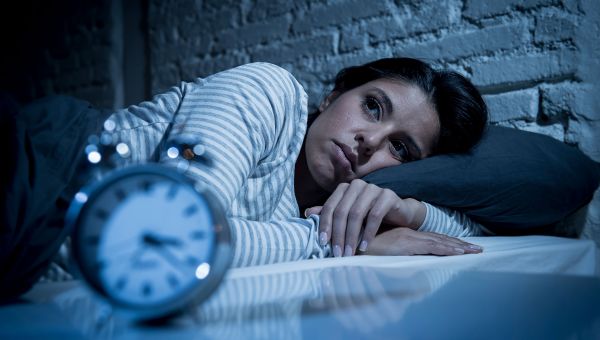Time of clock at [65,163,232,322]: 3:22
